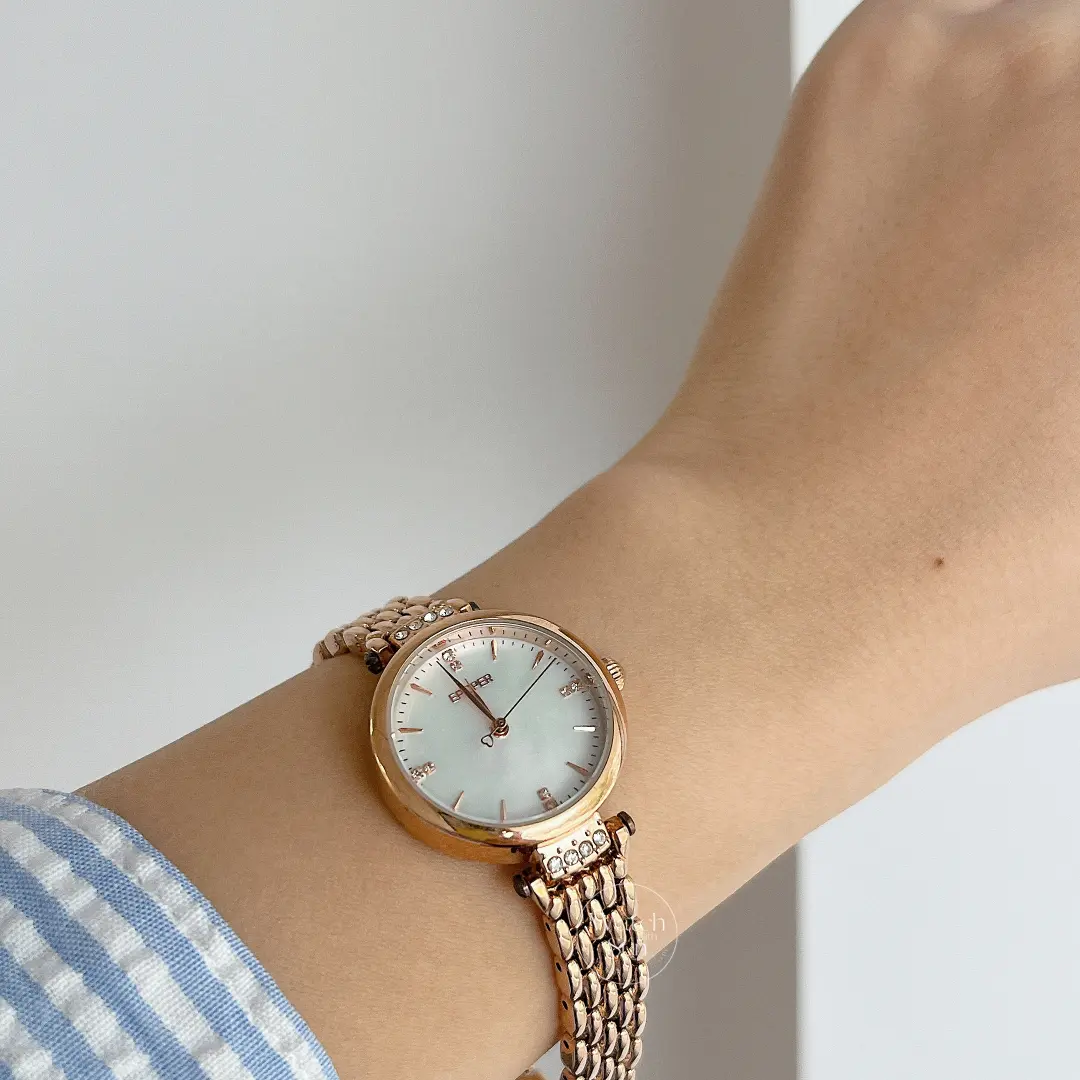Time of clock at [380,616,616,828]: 10:53
